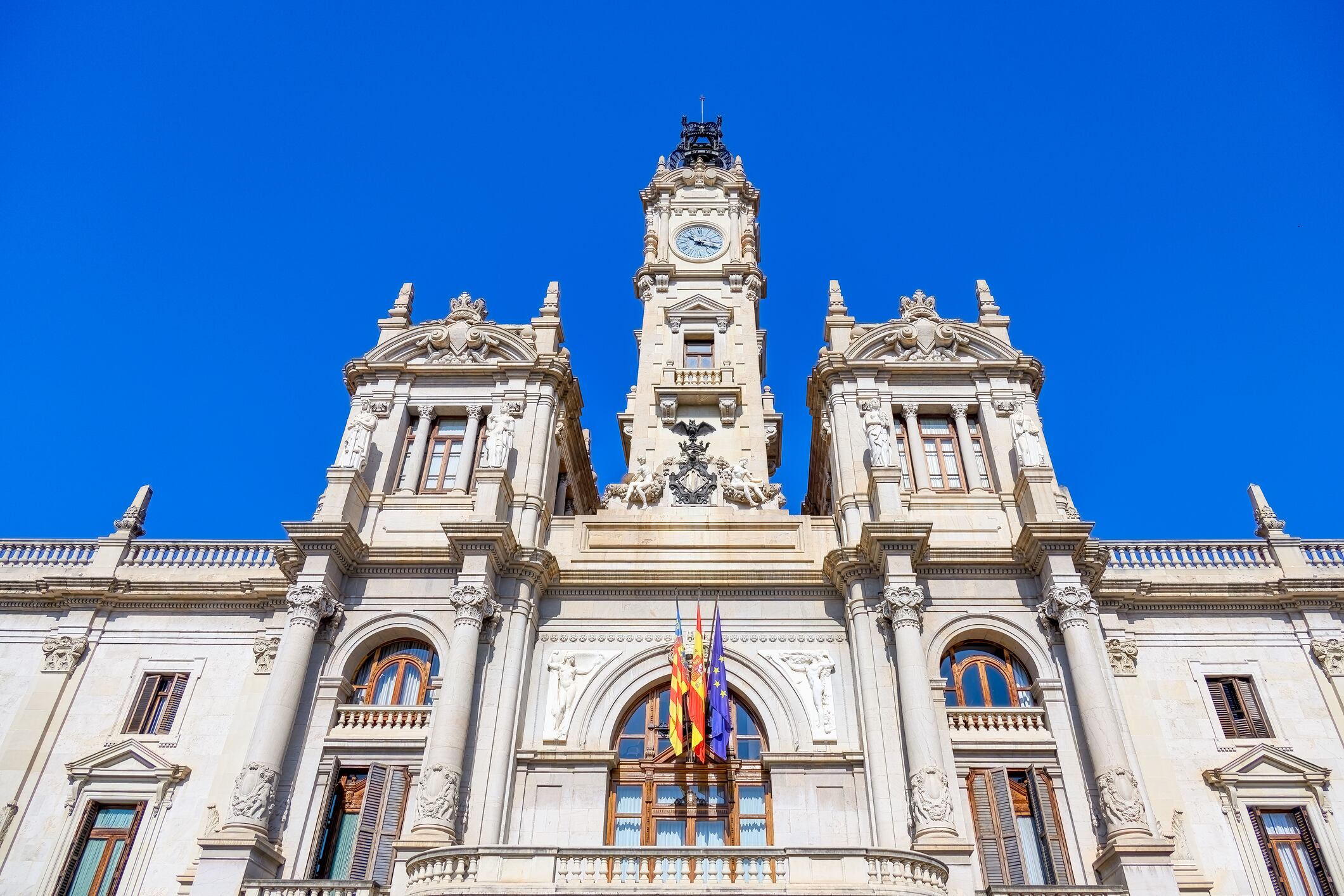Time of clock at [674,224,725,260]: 10:18
